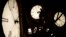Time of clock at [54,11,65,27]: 8:07
